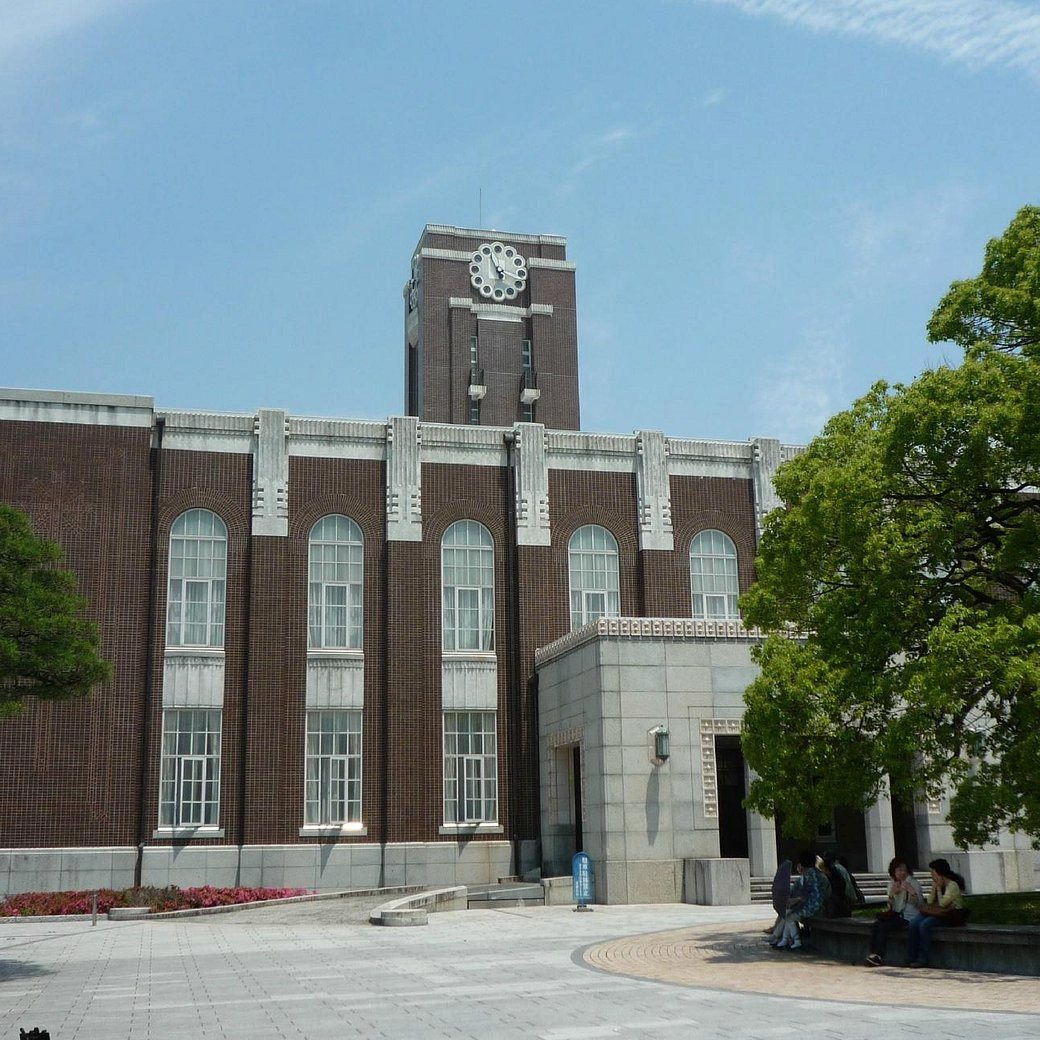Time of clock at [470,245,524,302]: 11:18
